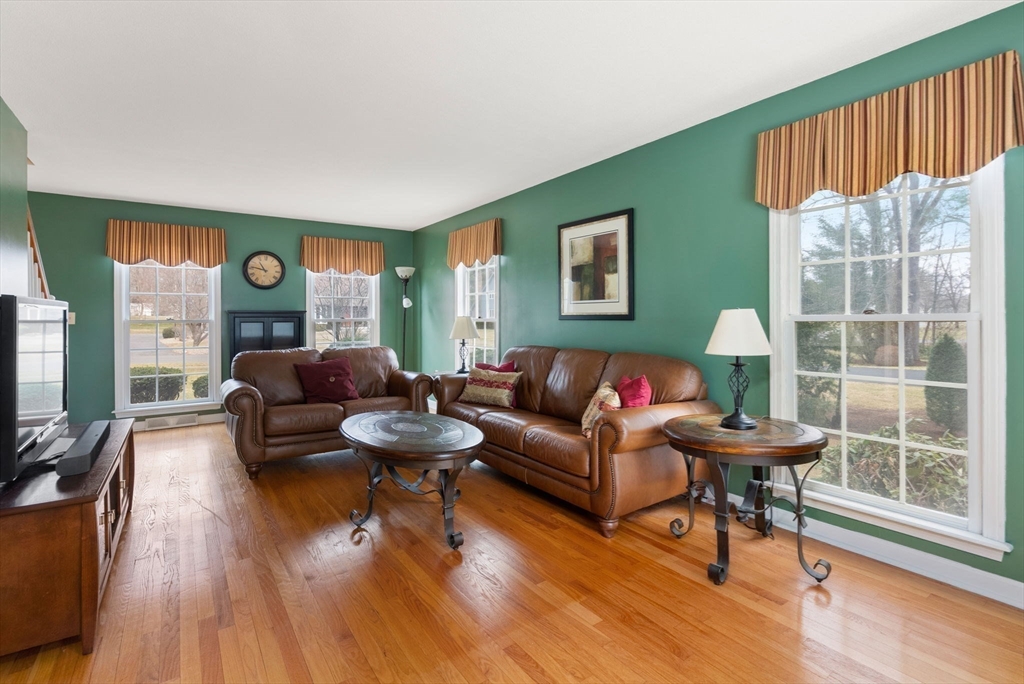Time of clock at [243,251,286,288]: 10:46
